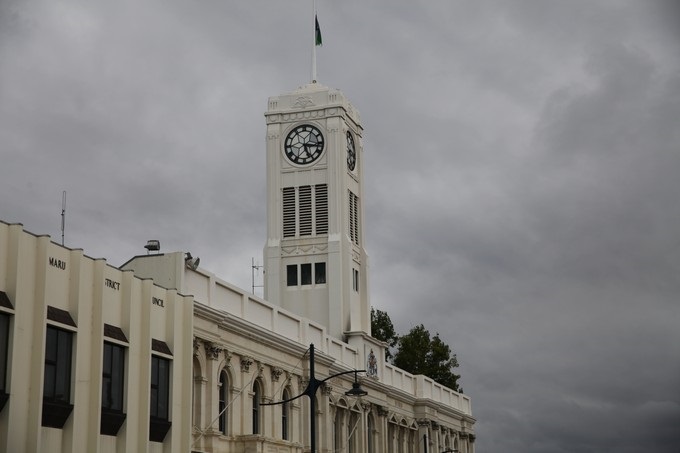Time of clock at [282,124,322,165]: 5:16
